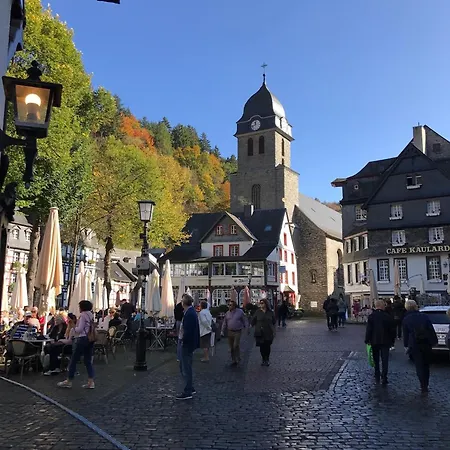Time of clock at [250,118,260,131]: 11:41
